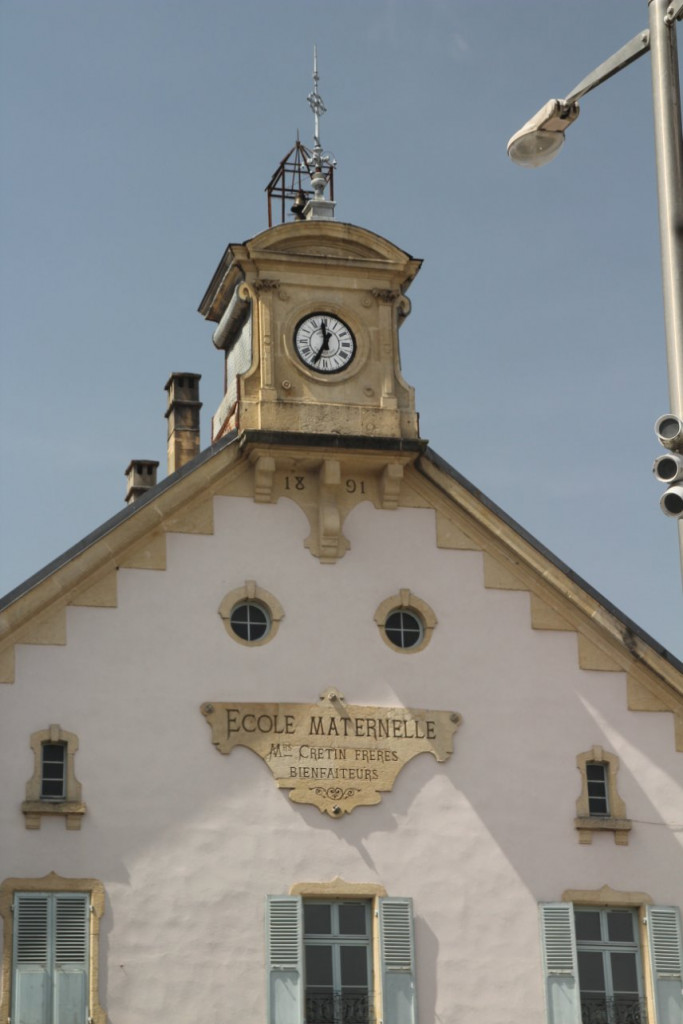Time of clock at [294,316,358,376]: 11:34
